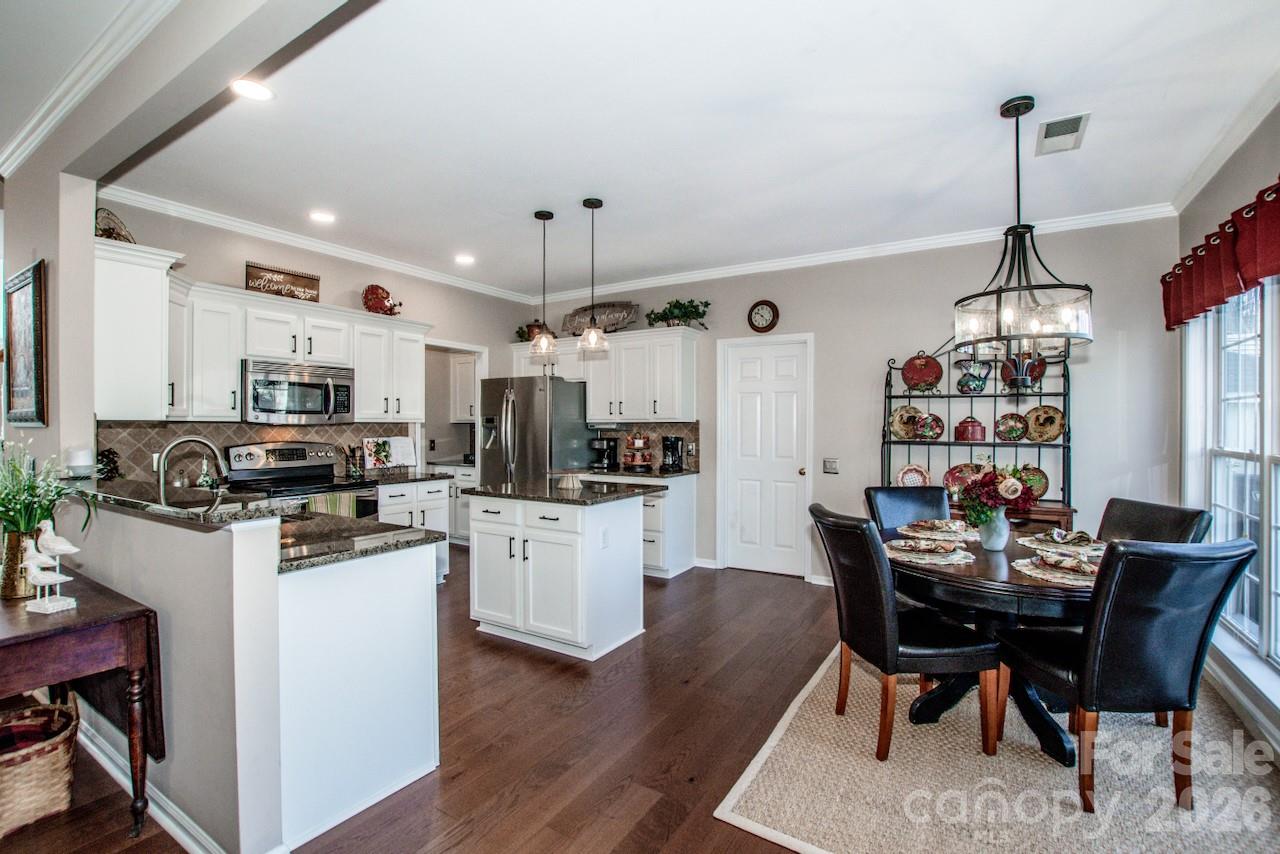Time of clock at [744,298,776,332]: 10:22
